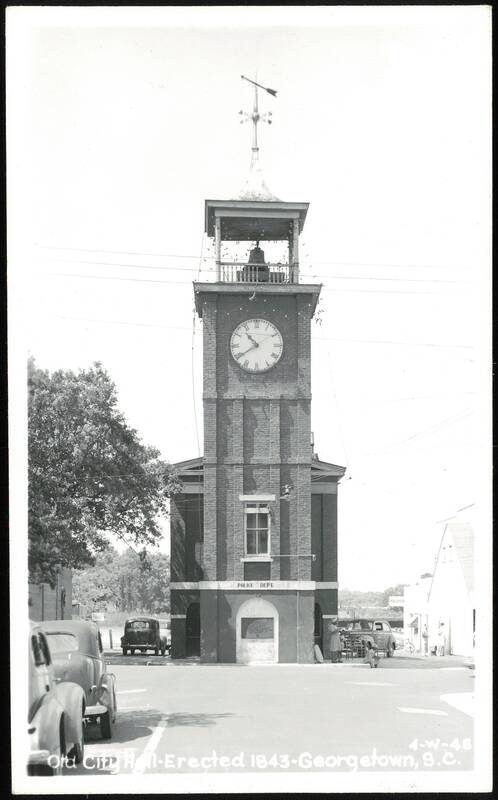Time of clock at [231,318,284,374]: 10:39
